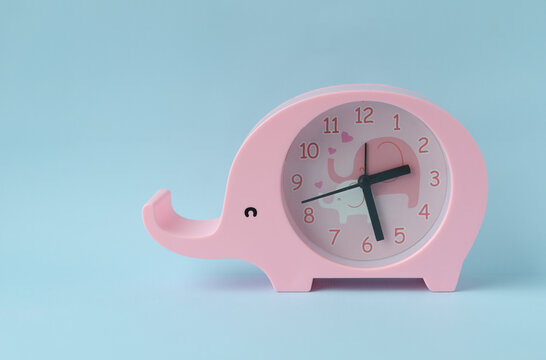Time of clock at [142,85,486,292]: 2:27
